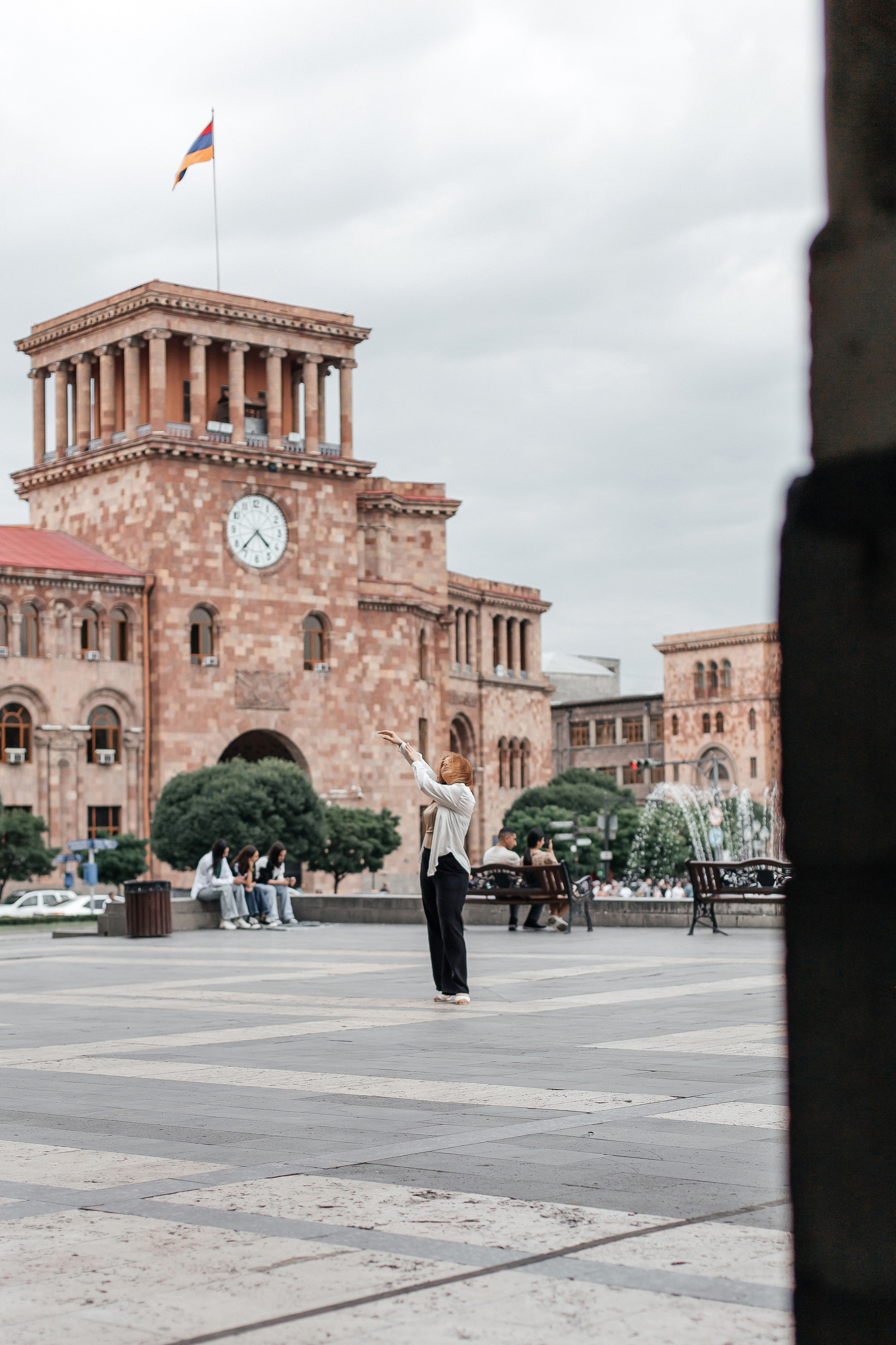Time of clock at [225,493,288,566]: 4:37
